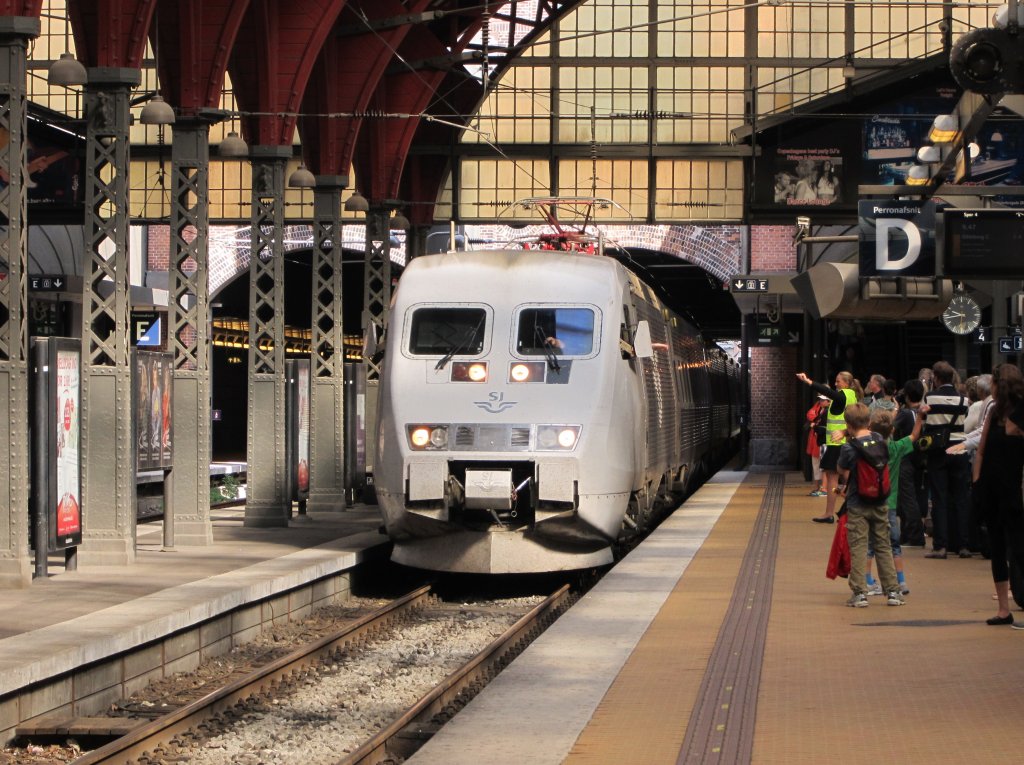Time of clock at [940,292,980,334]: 9:43
